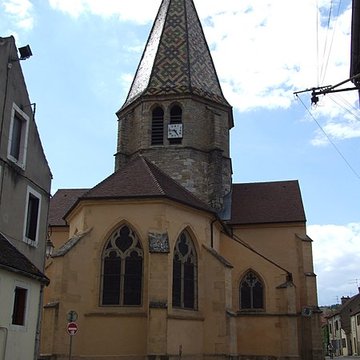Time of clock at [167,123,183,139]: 9:25
